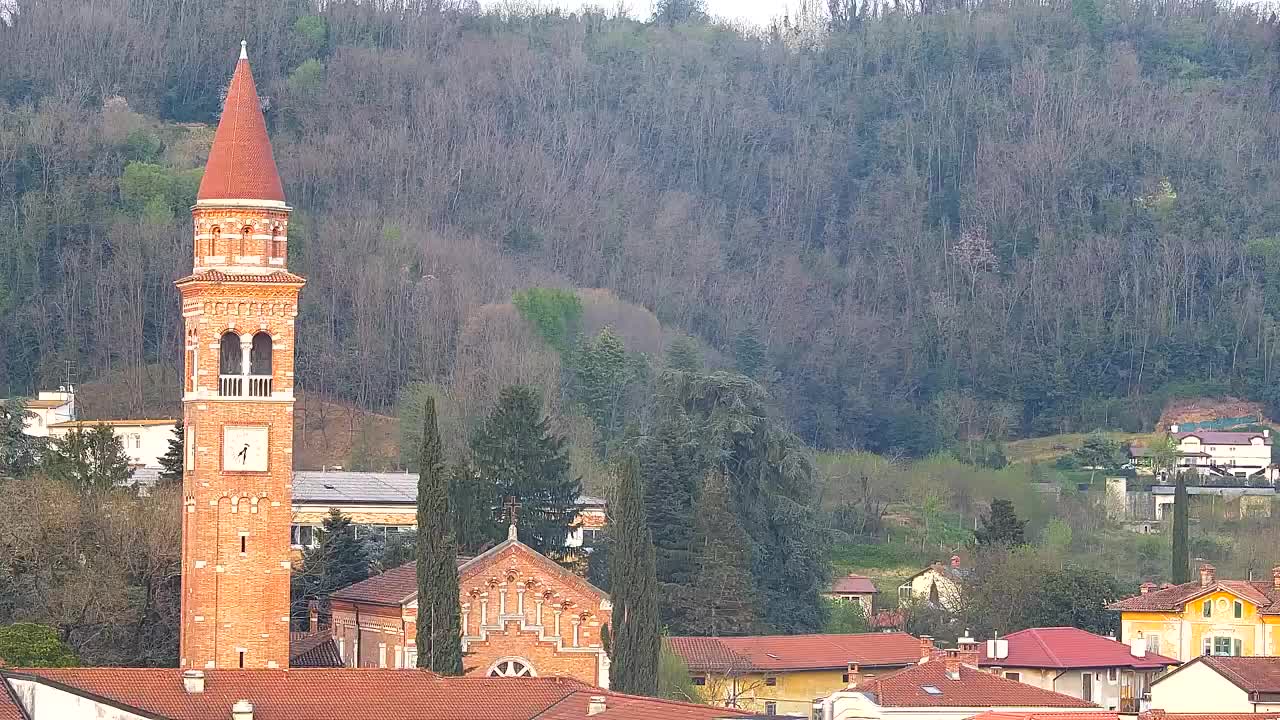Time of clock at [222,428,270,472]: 7:31
